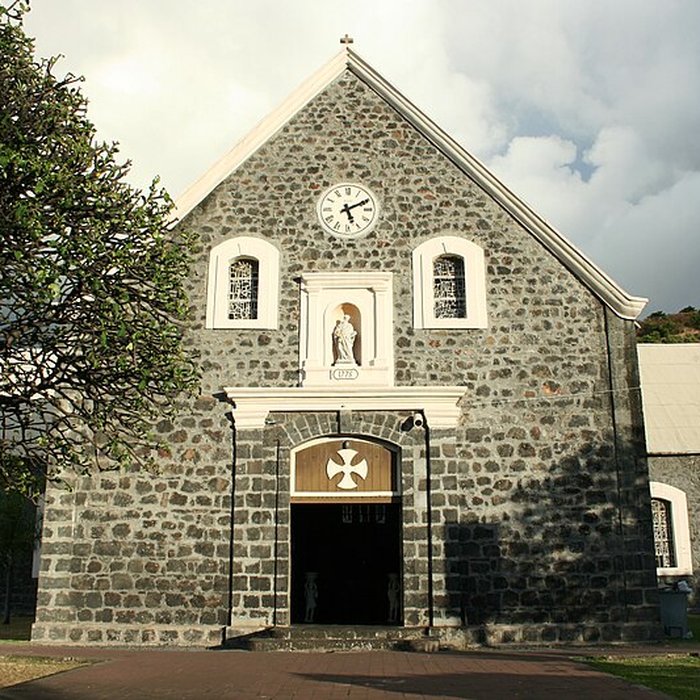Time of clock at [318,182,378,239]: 5:10
